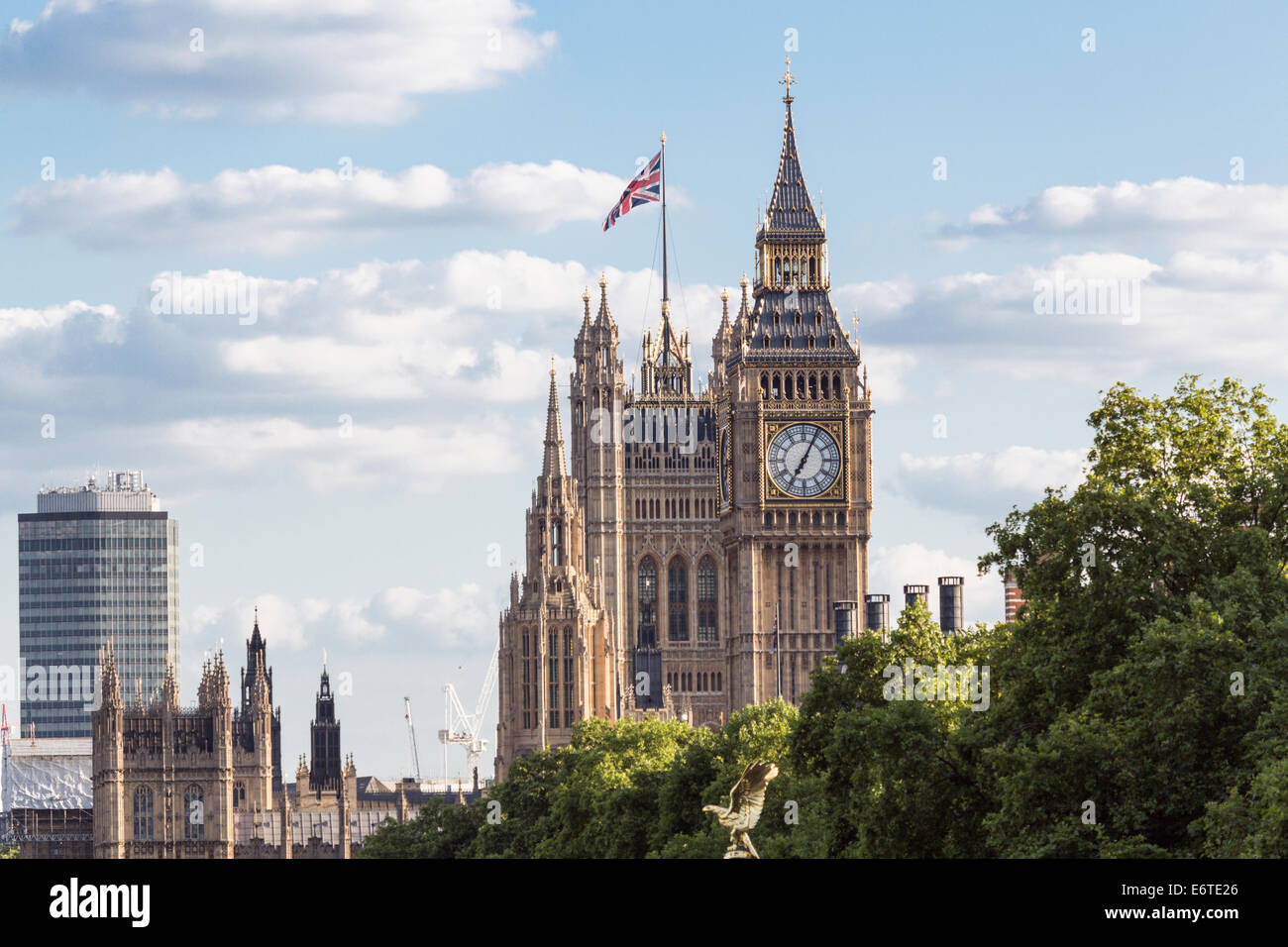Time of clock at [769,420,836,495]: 7:04
